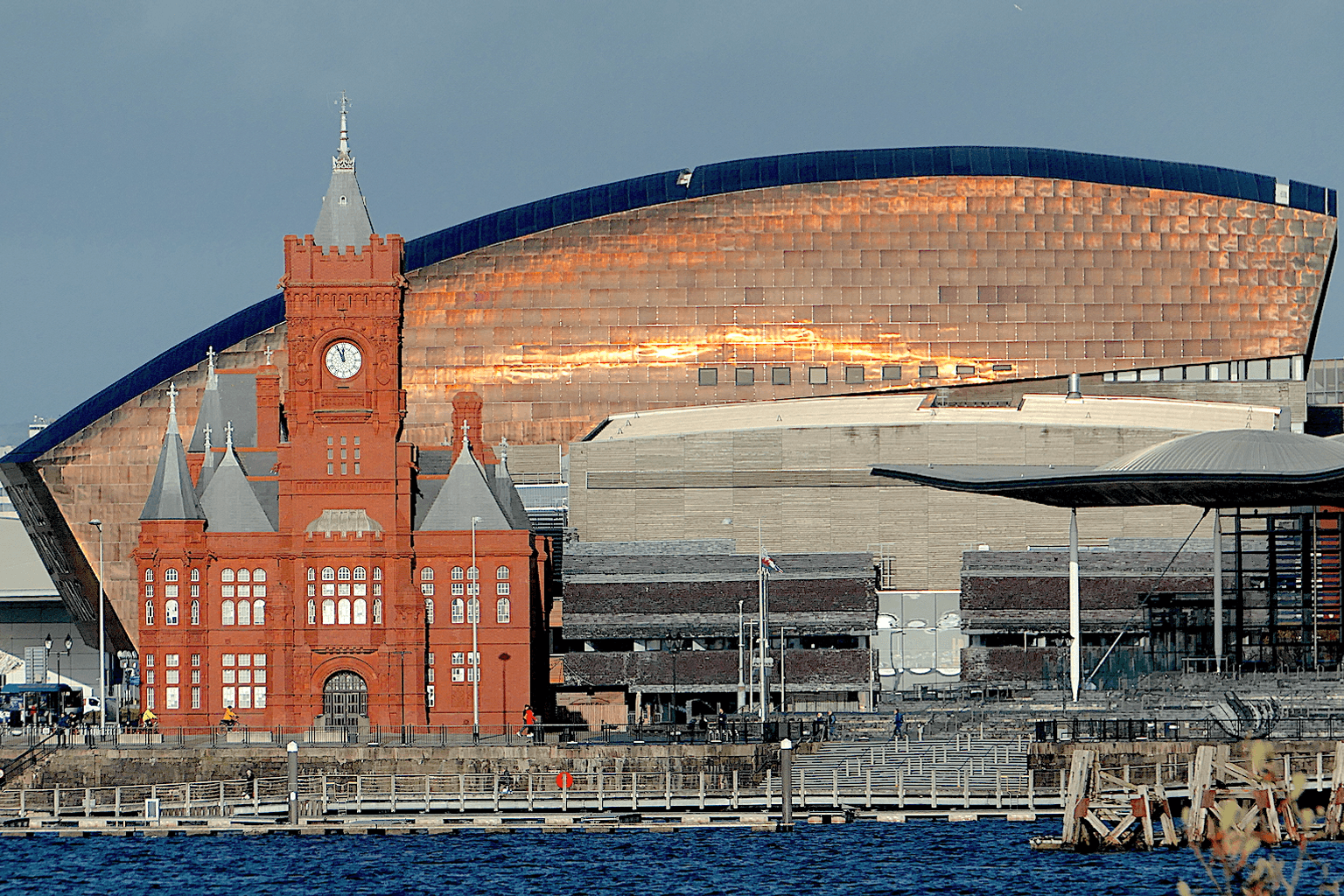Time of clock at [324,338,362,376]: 11:55
